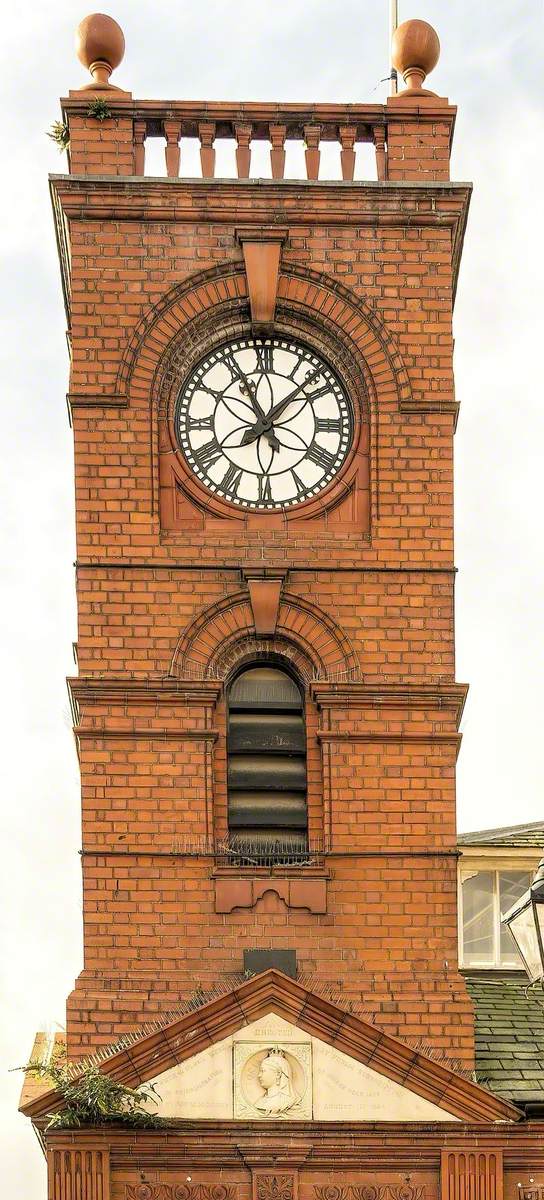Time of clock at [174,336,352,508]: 11:07
